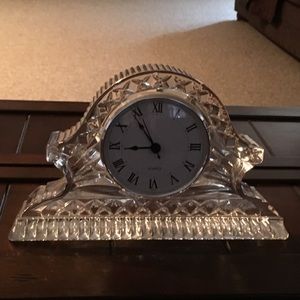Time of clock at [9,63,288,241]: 8:54
